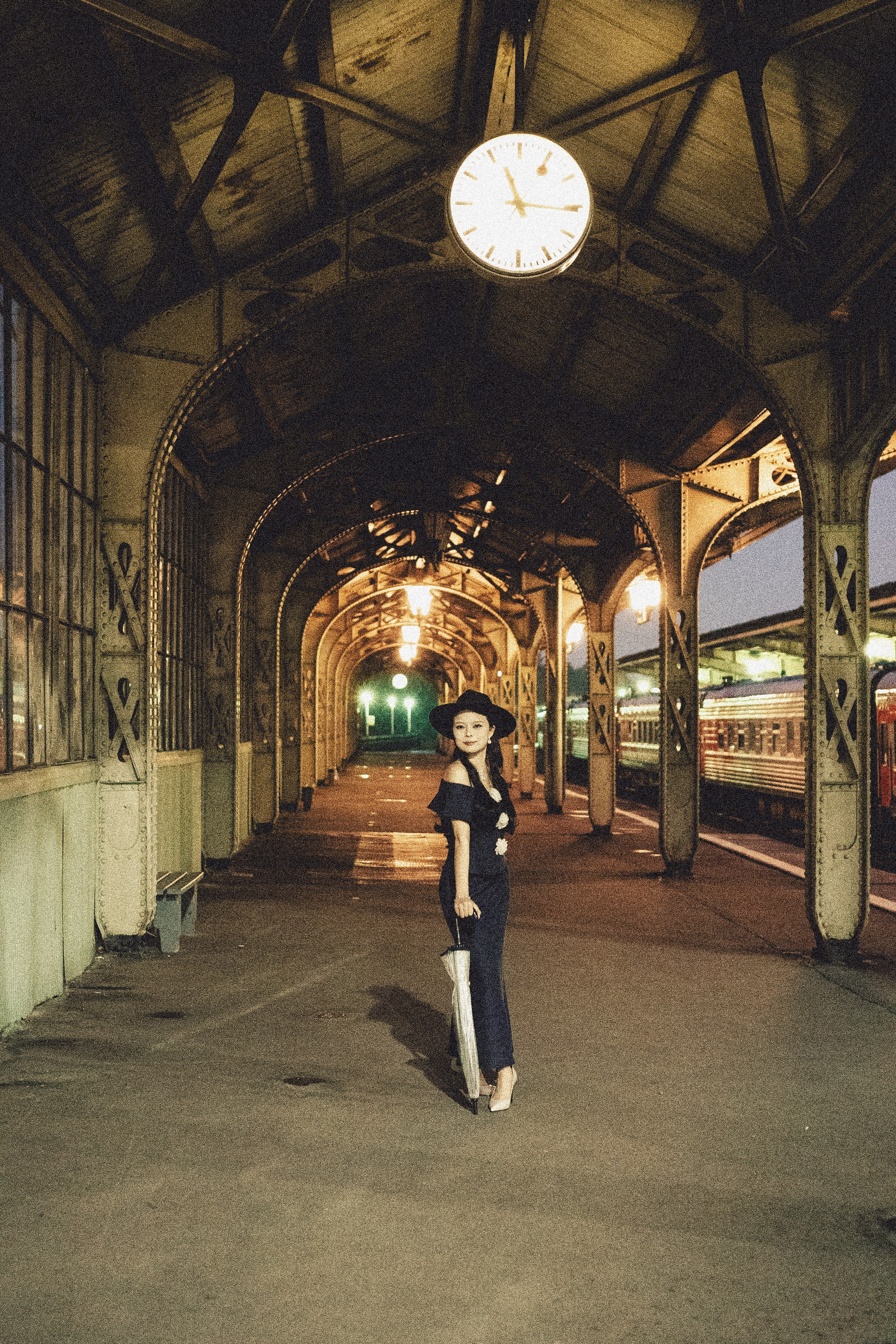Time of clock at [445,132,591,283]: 11:15
